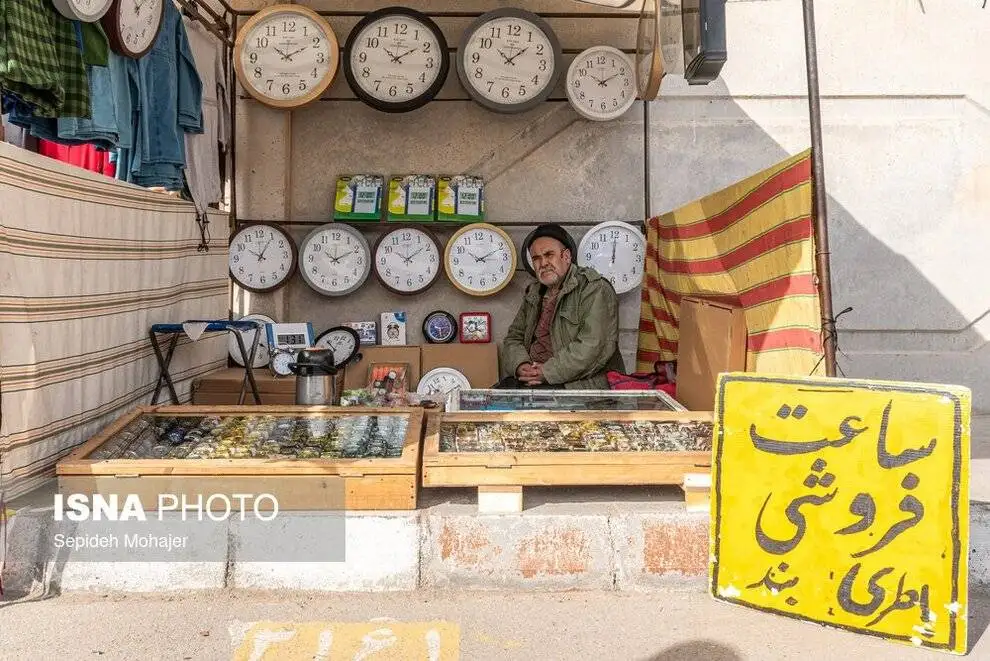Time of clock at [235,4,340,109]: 10:10
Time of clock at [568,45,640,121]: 10:10
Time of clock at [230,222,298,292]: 10:05
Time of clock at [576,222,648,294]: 12:00
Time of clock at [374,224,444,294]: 1:50
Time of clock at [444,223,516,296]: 10:11
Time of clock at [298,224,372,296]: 10:10
